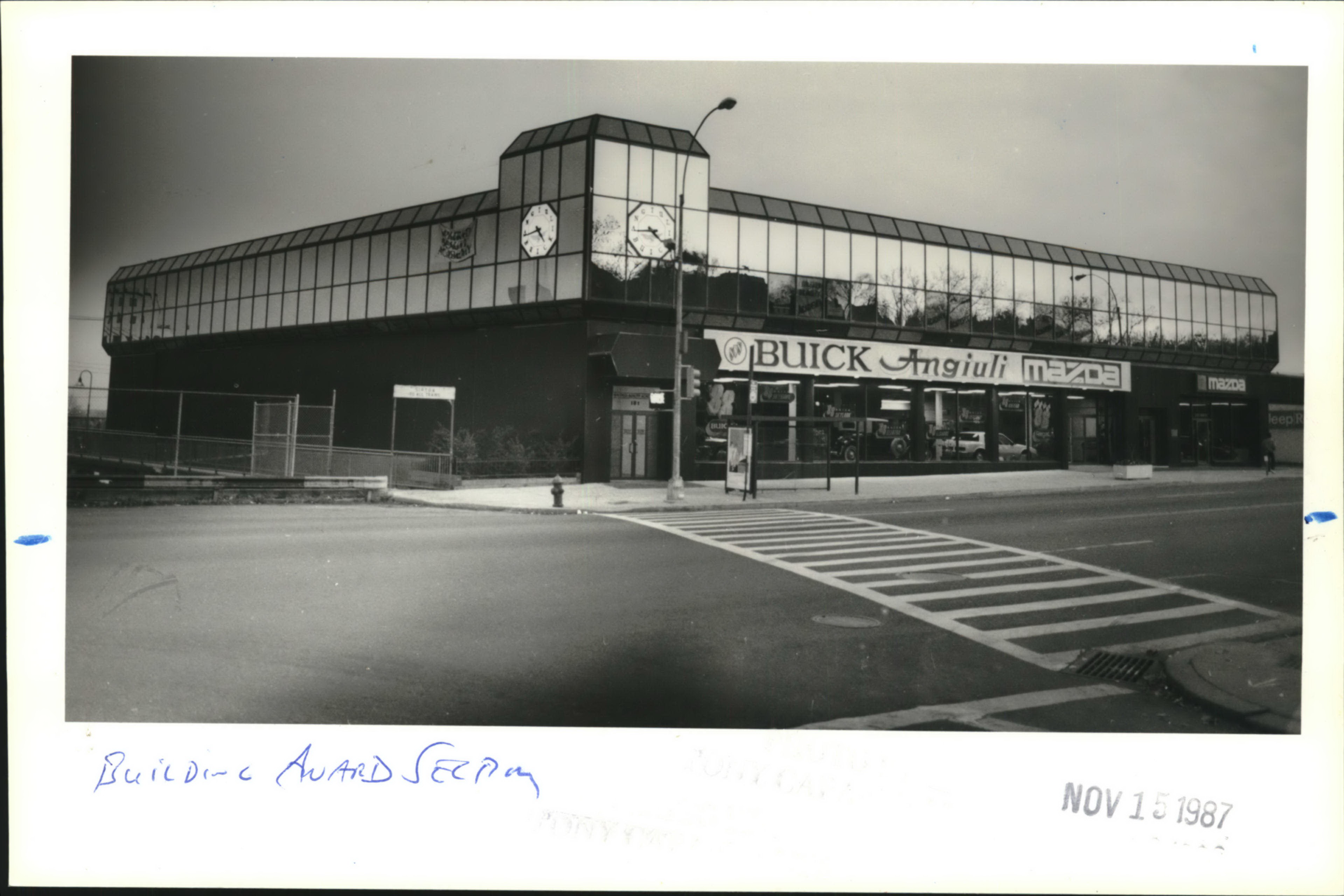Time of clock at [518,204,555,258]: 4:43
